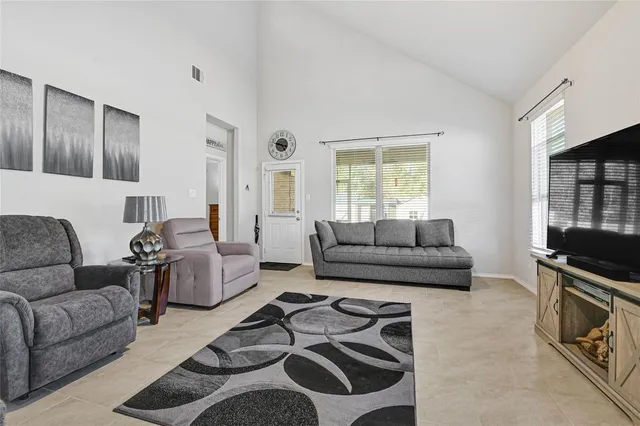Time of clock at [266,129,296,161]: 4:47
